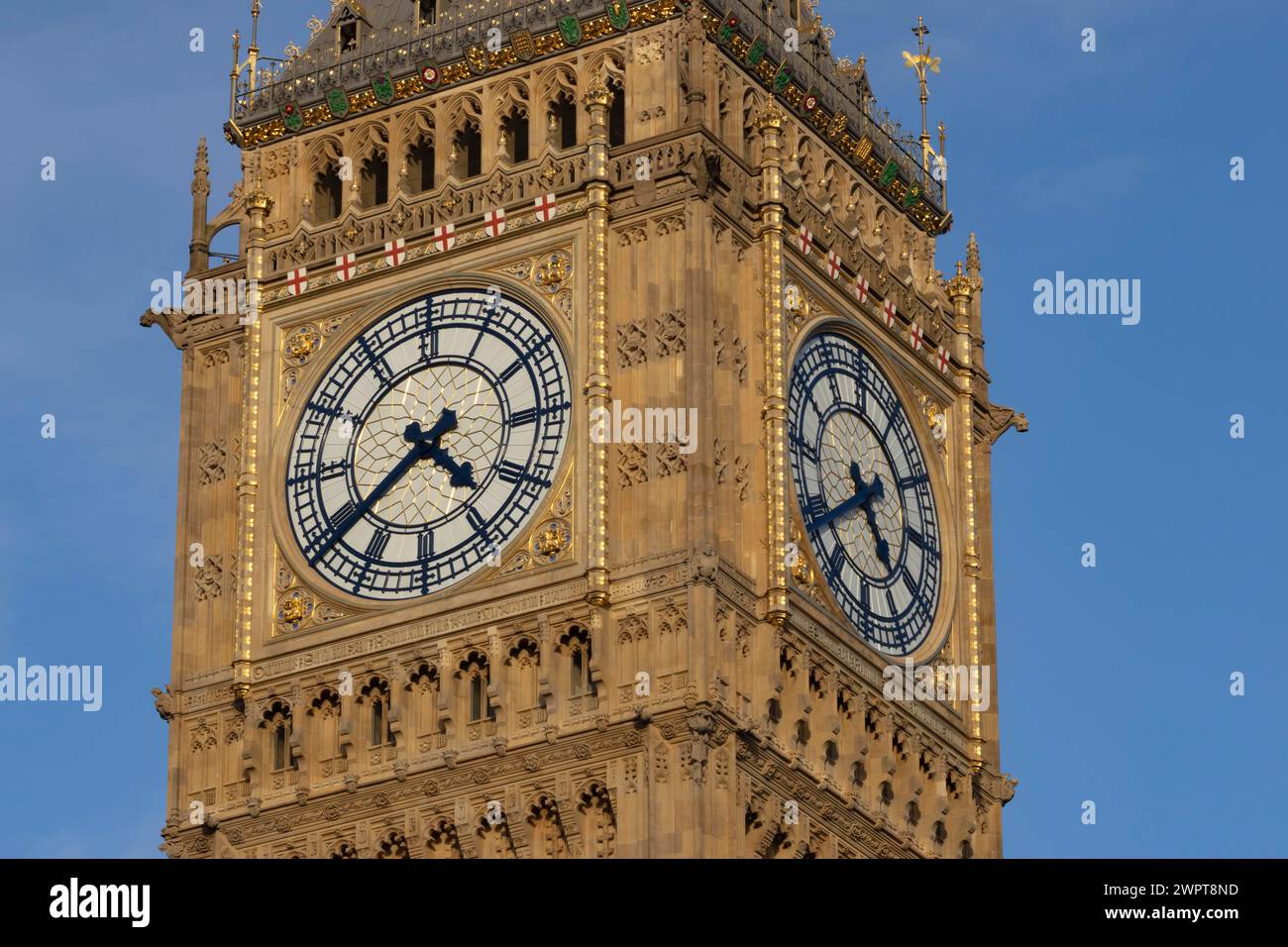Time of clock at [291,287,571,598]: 4:38
